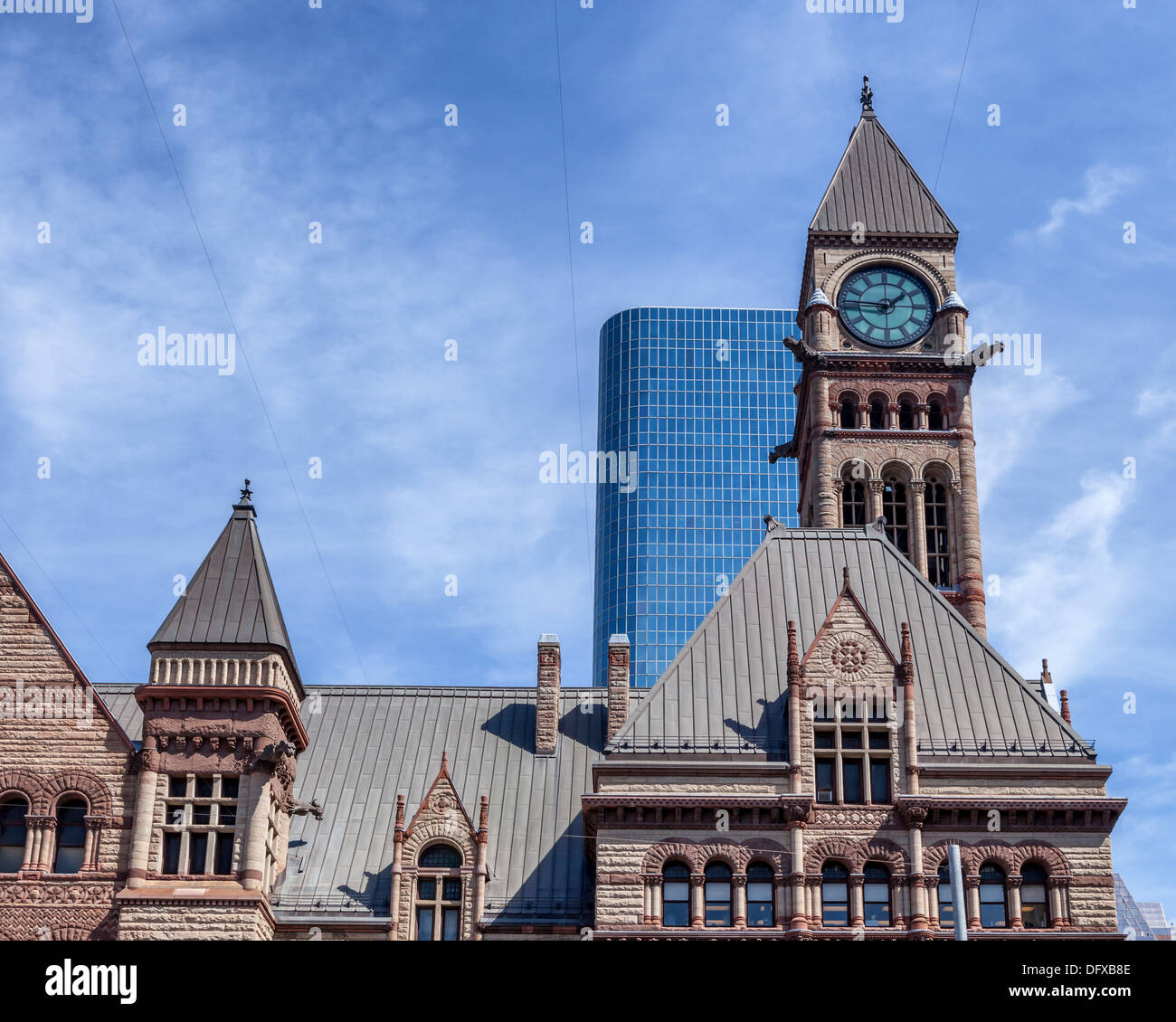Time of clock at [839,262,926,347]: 1:46
